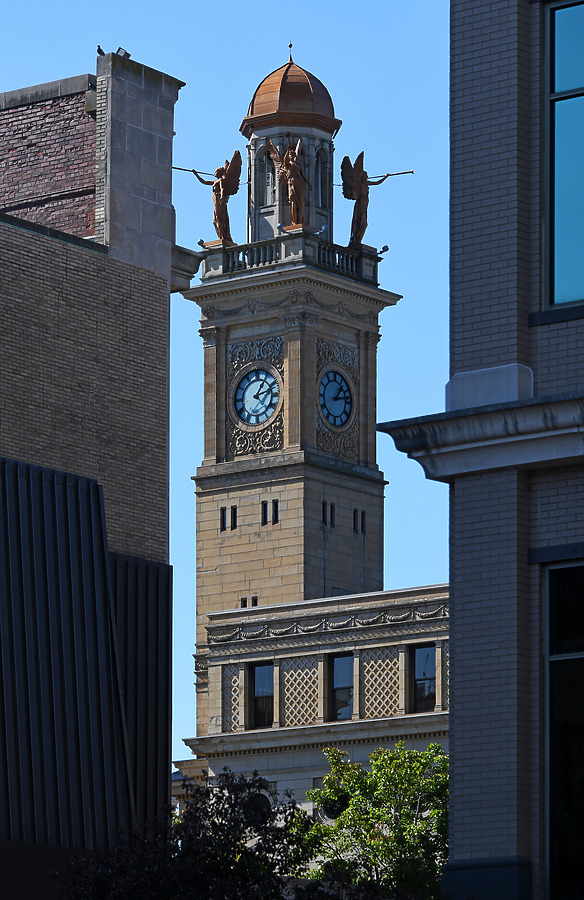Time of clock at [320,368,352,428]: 1:13
